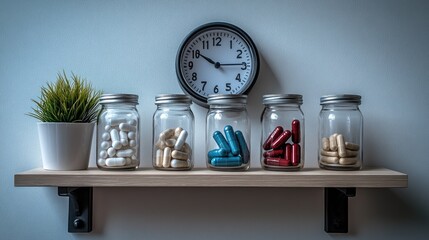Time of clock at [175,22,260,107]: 10:14
